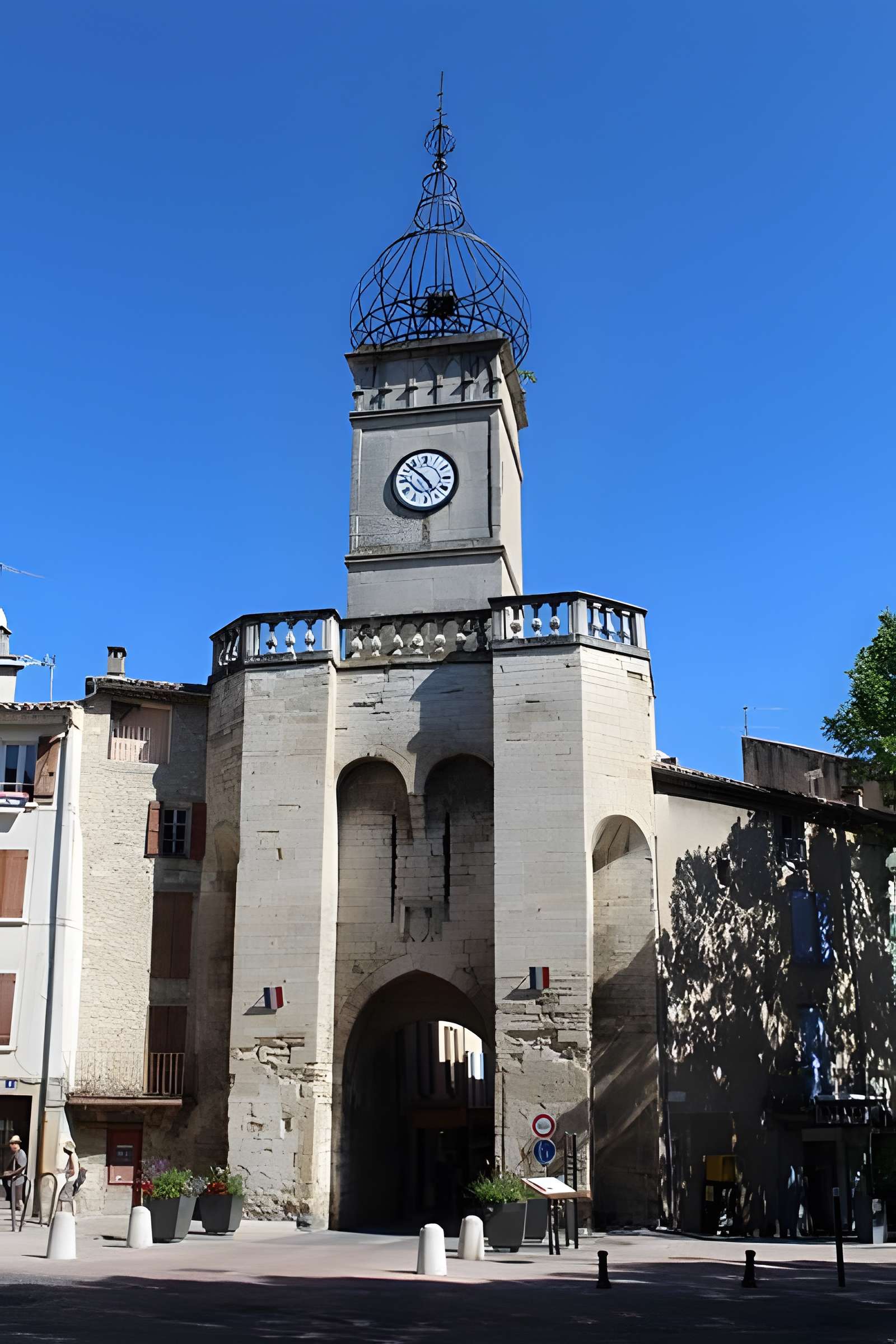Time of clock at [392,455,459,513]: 4:52
